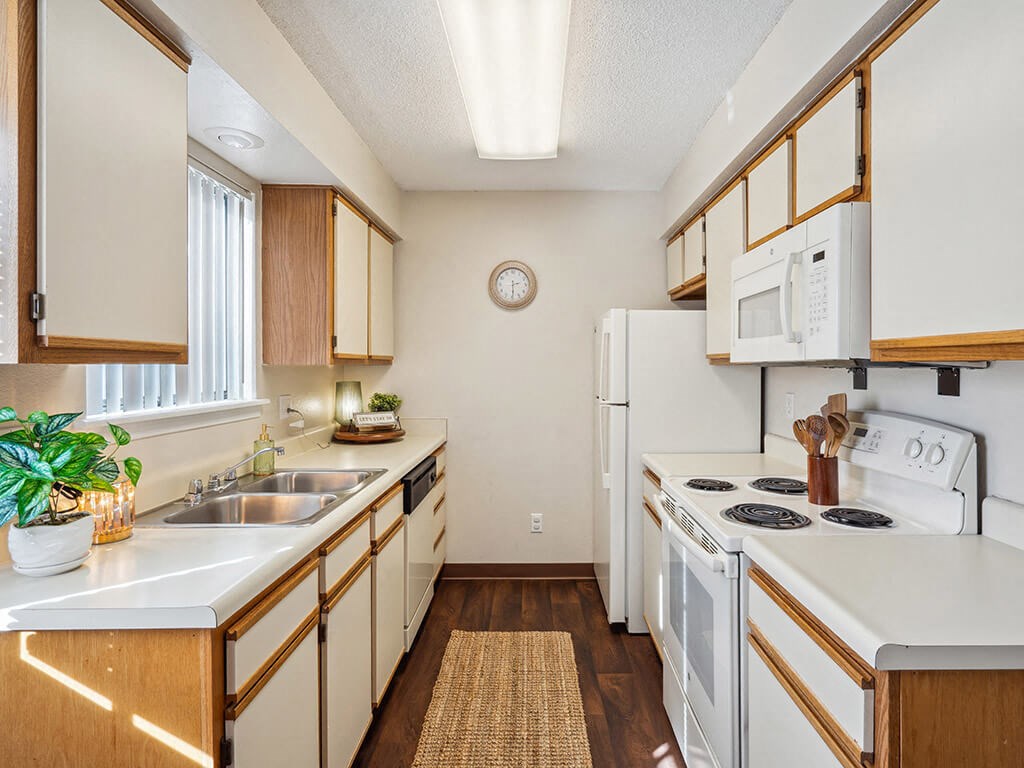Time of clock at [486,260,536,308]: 2:29
